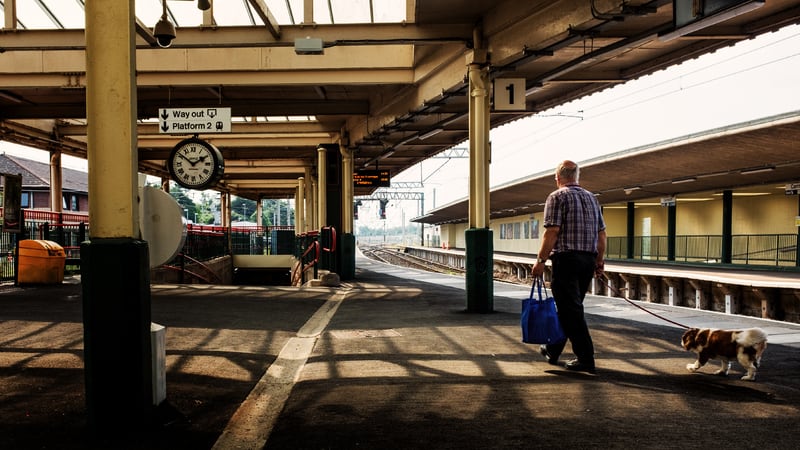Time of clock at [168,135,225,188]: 1:51
